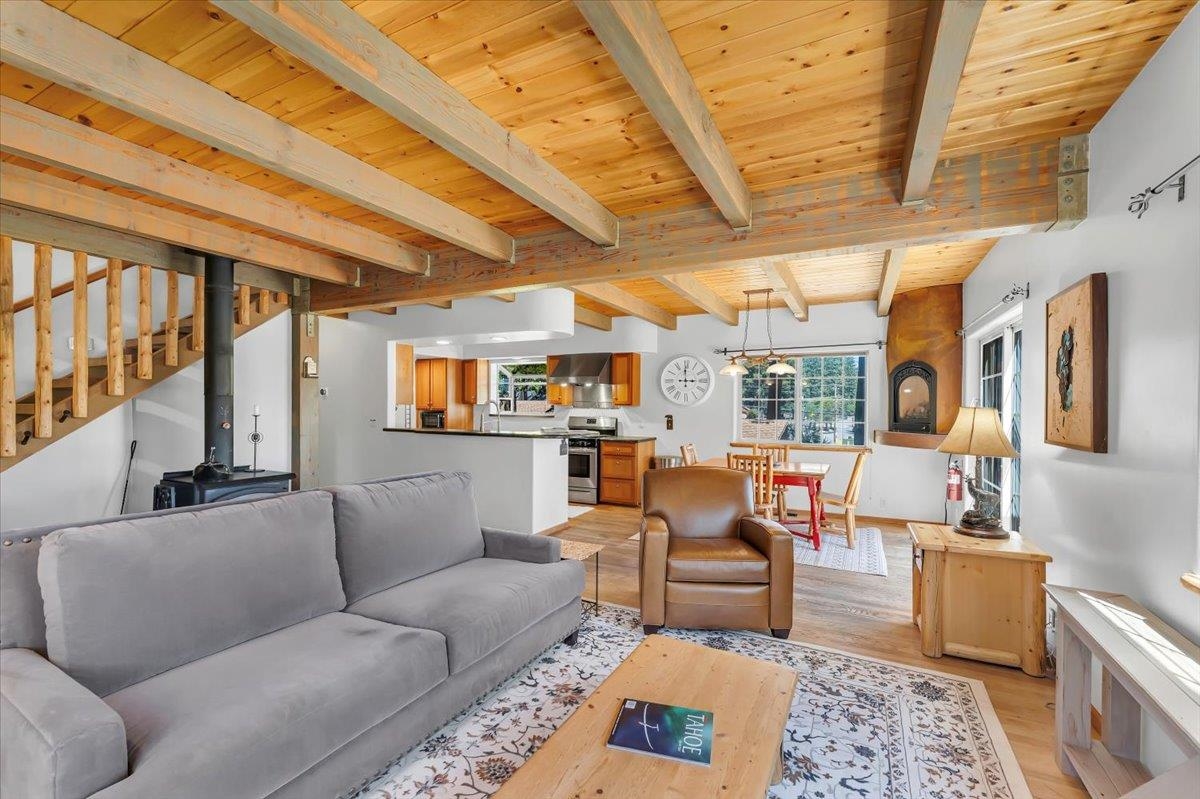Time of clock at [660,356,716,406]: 2:59
